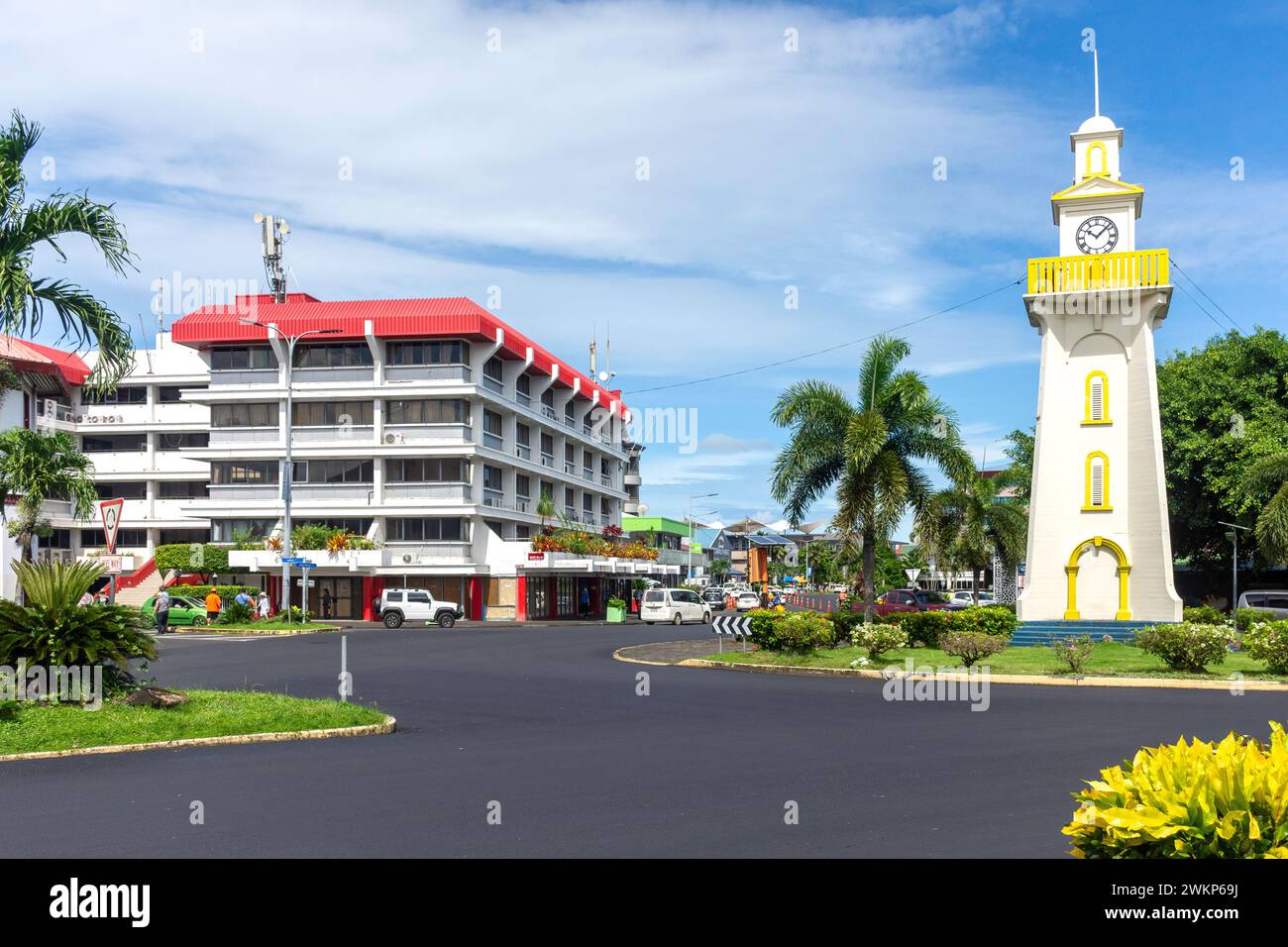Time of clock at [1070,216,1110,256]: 10:07
